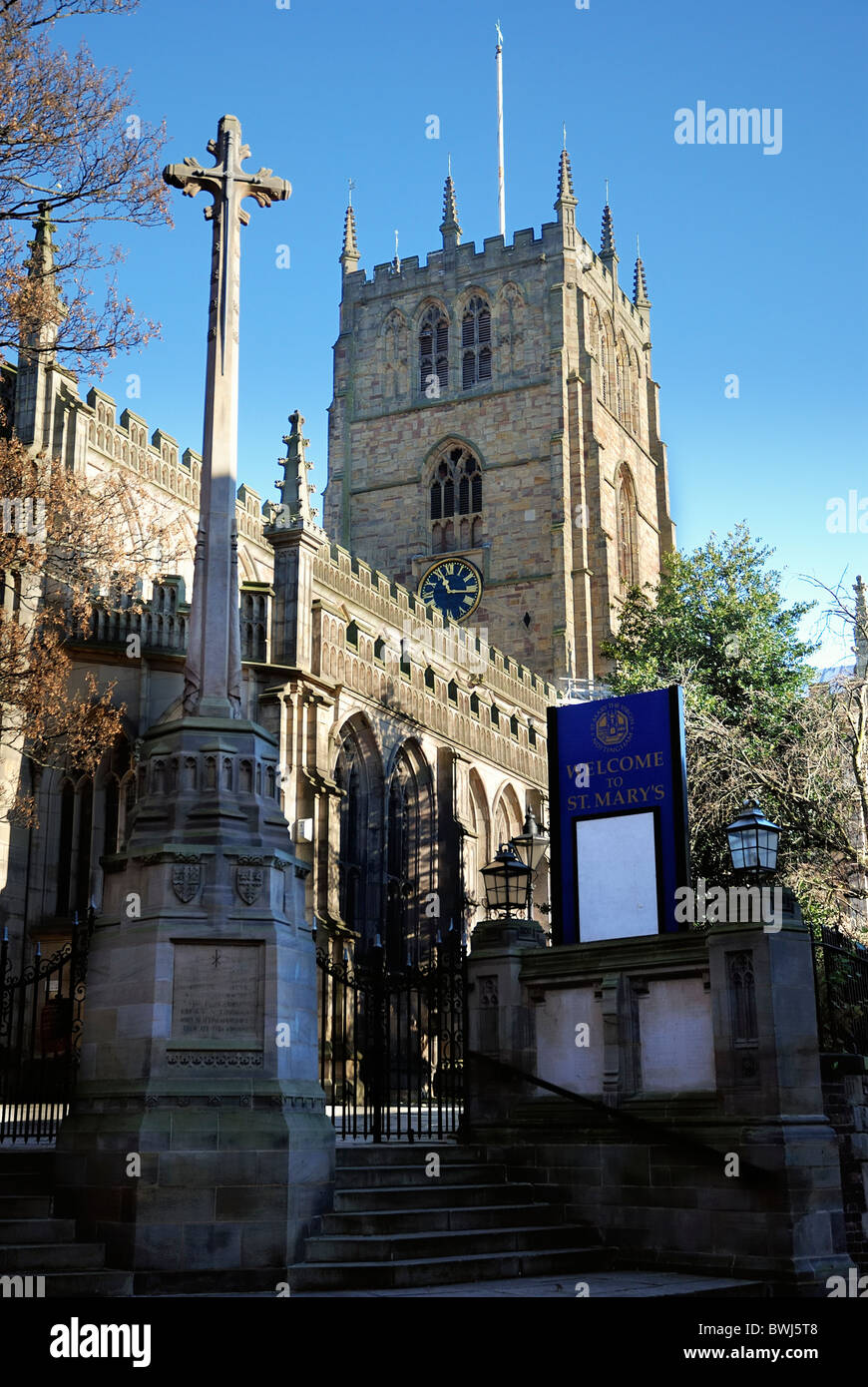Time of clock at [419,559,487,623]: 11:15
